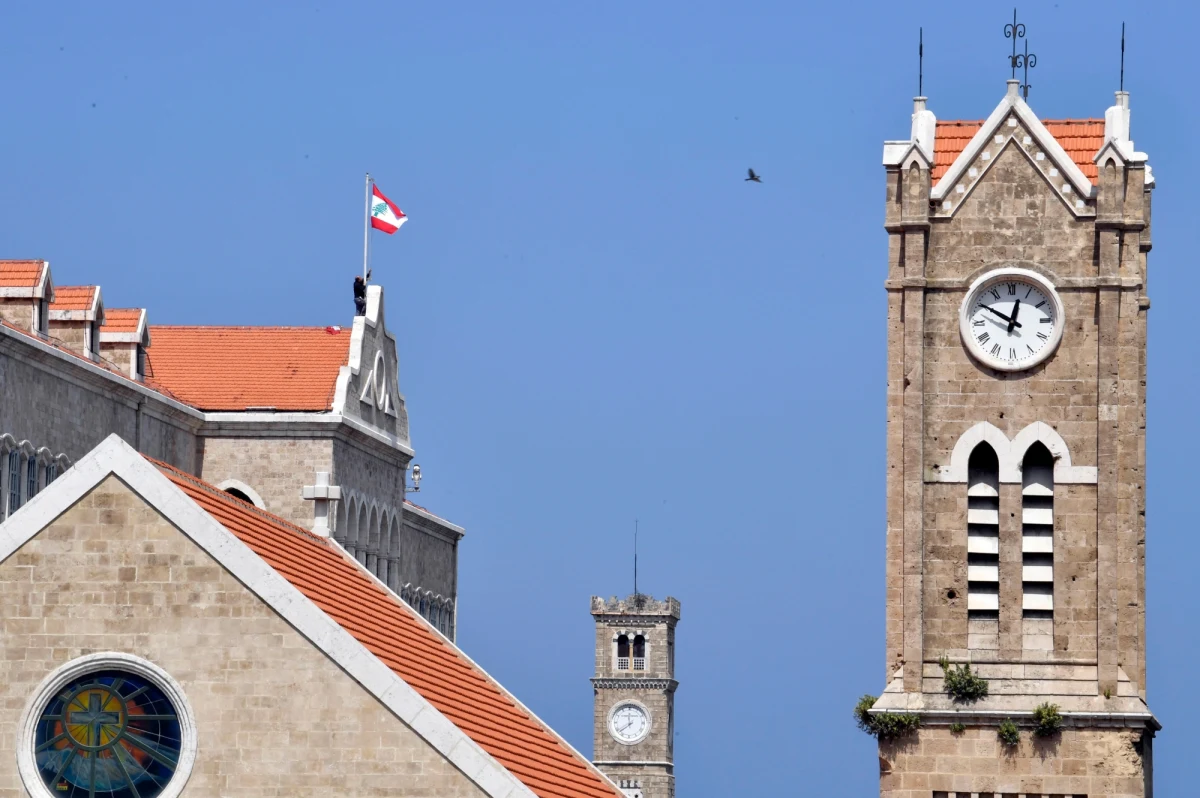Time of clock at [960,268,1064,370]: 12:50
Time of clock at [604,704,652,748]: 11:38
